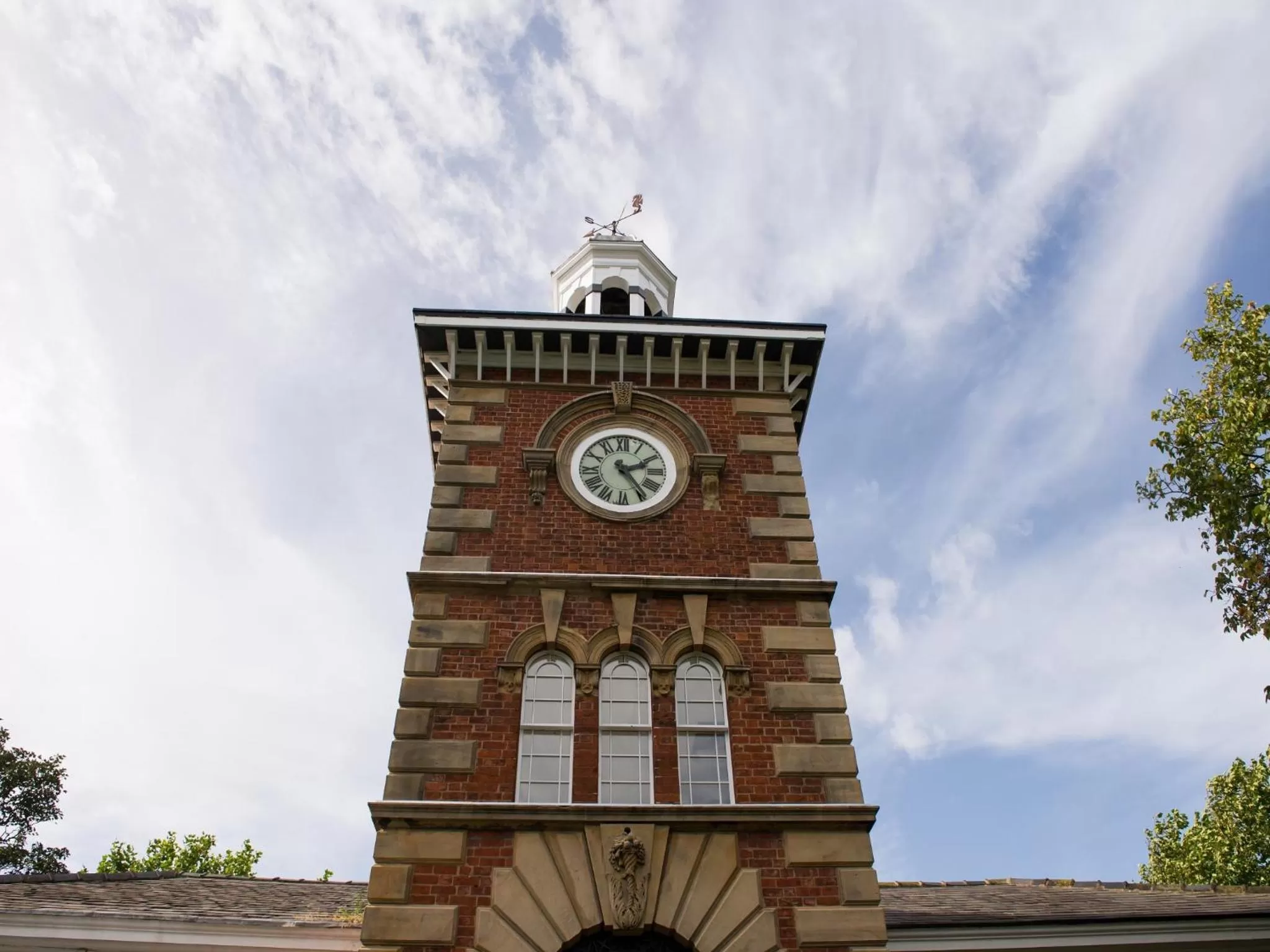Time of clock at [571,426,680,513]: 2:24
